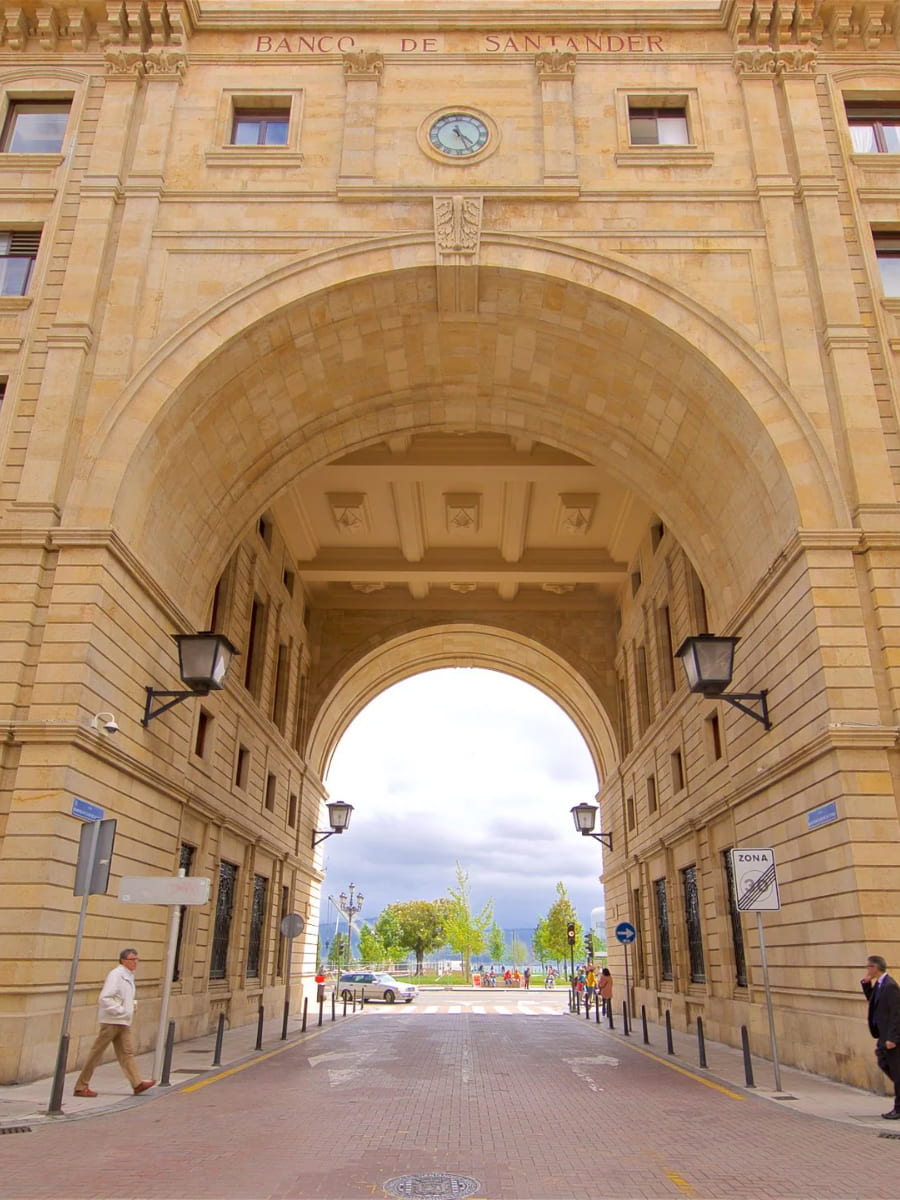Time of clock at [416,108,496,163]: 4:26
